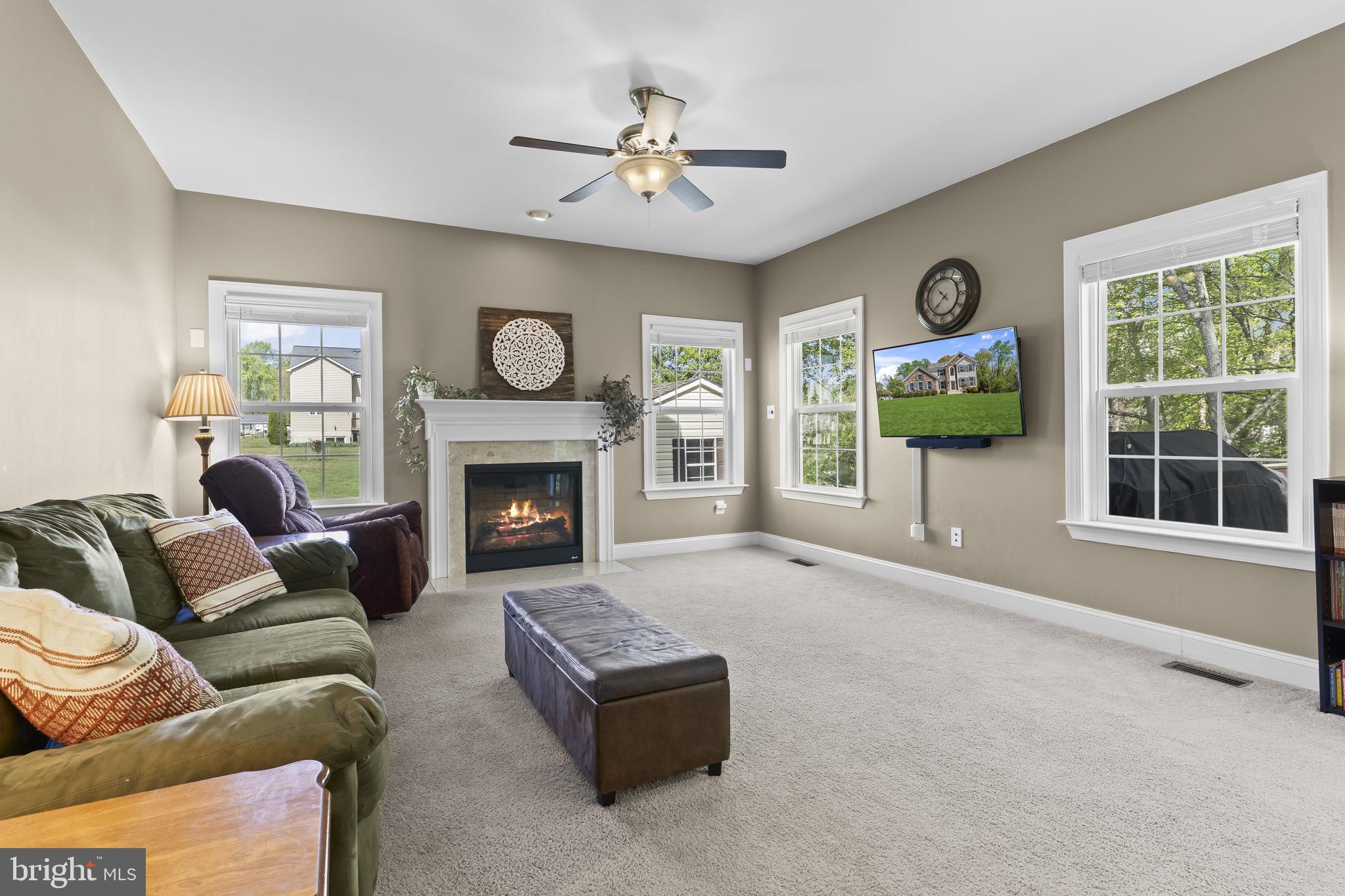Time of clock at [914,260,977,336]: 10:37
